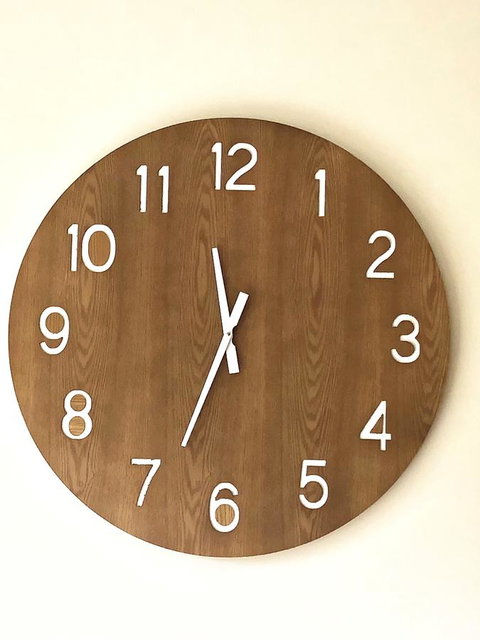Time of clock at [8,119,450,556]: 11:33
